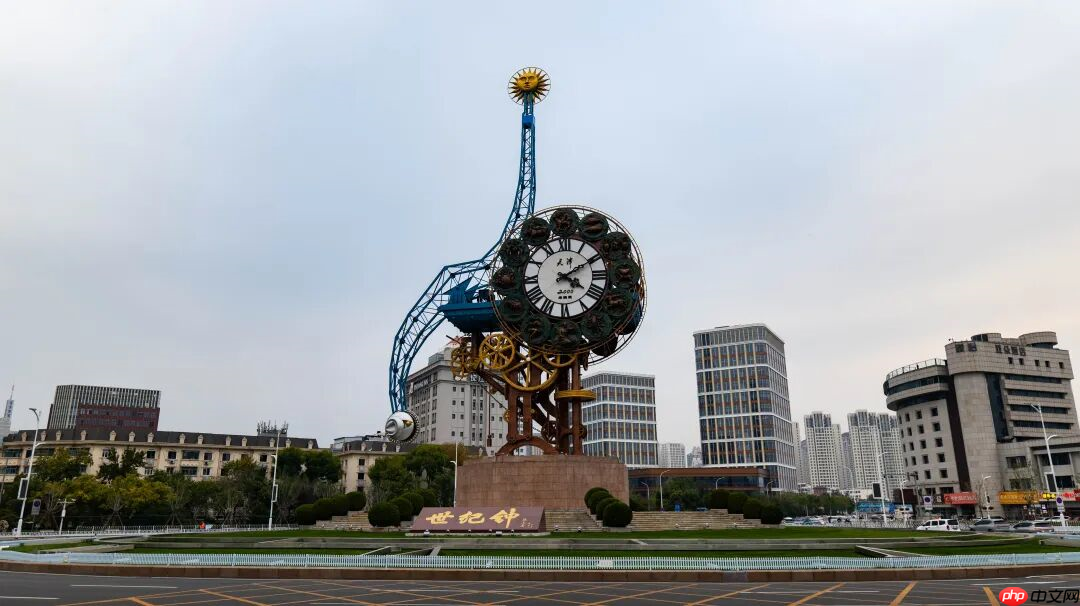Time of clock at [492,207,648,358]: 4:07
